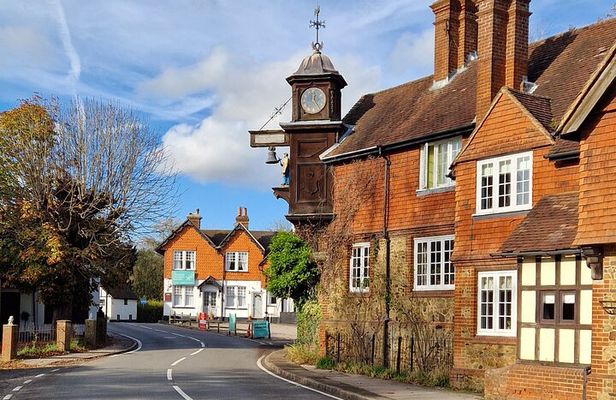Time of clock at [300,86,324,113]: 12:23
